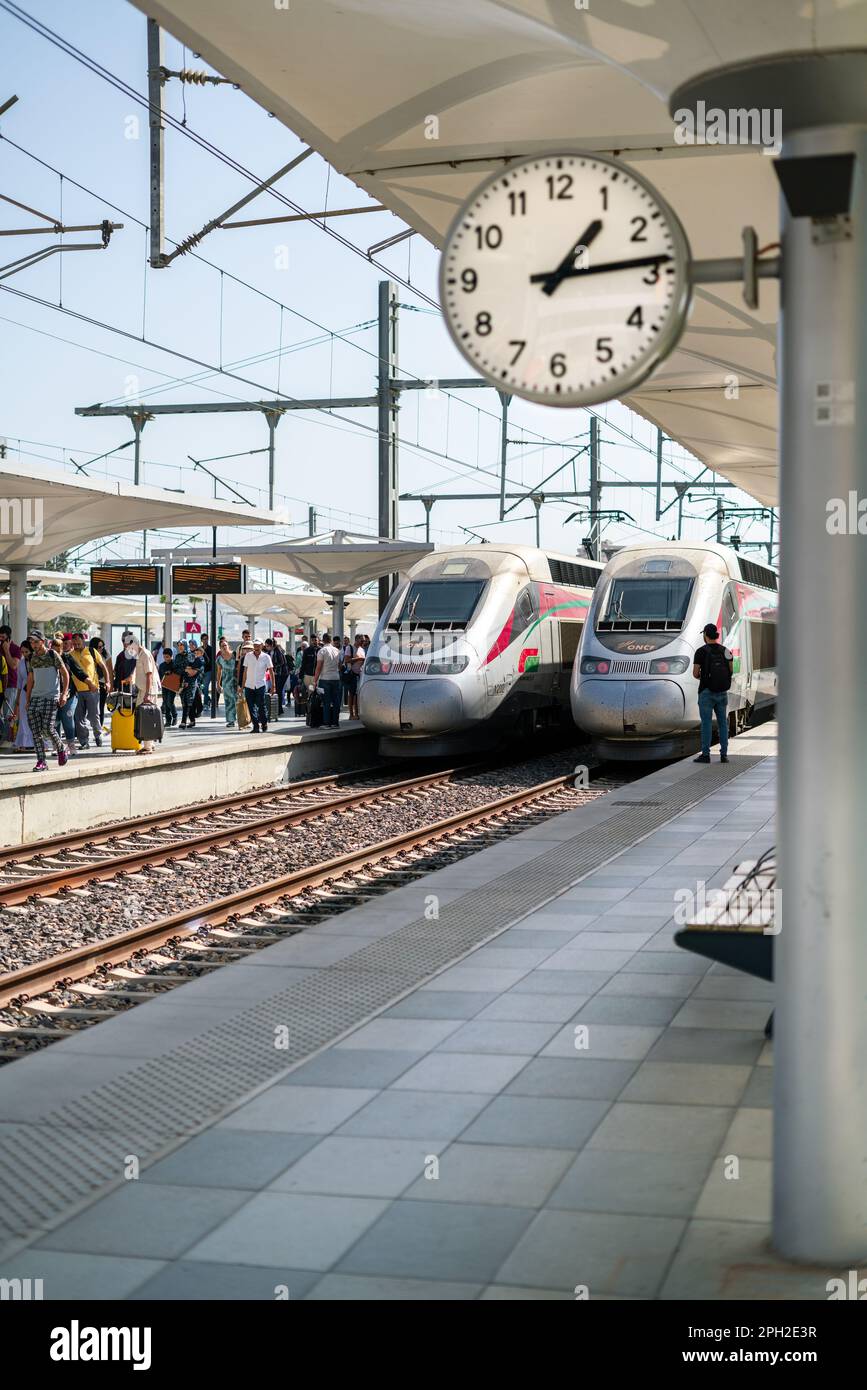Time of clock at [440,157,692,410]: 1:13
